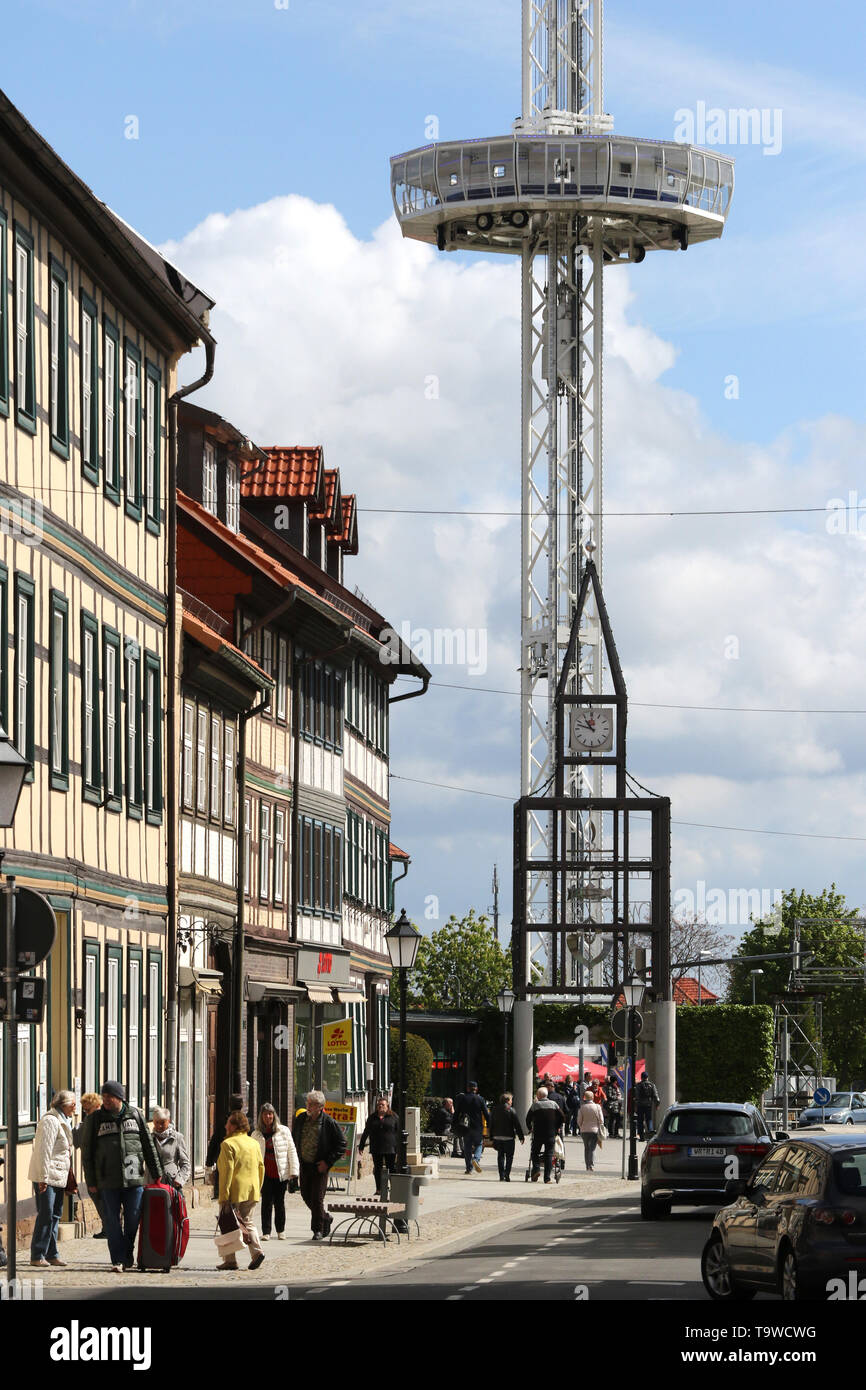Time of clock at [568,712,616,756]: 10:47
